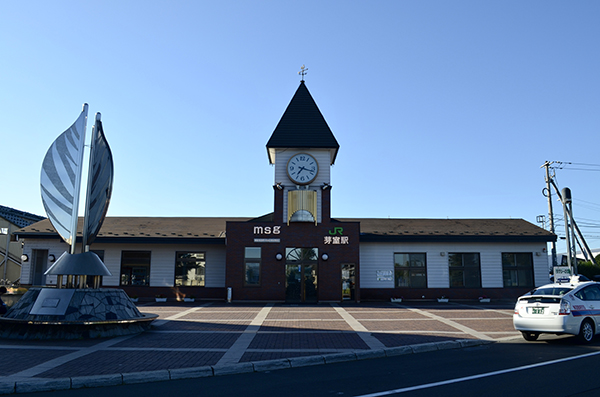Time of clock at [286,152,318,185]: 7:17
